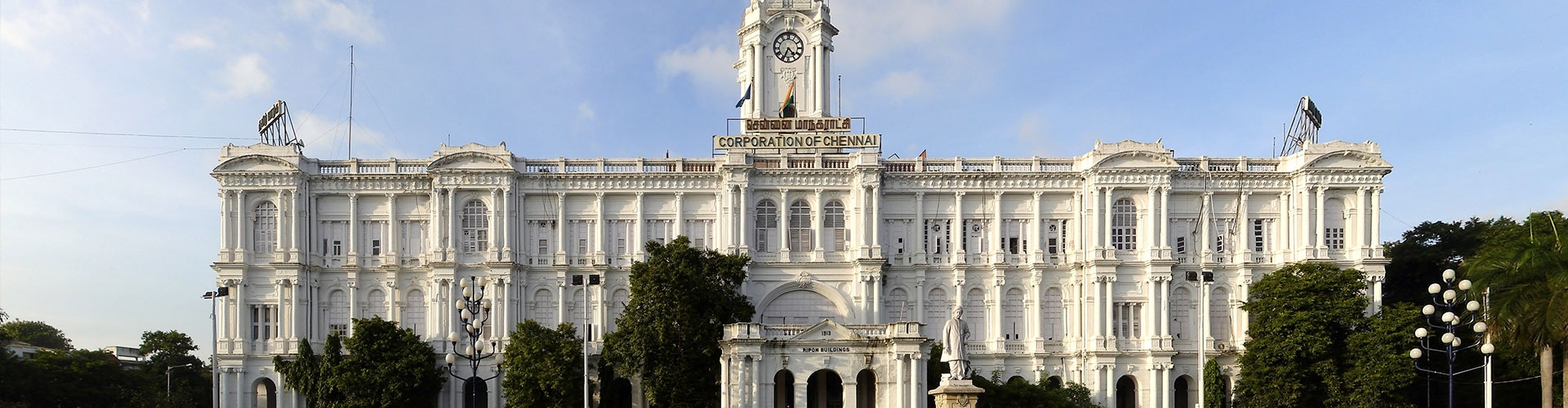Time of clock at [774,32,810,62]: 4:34
